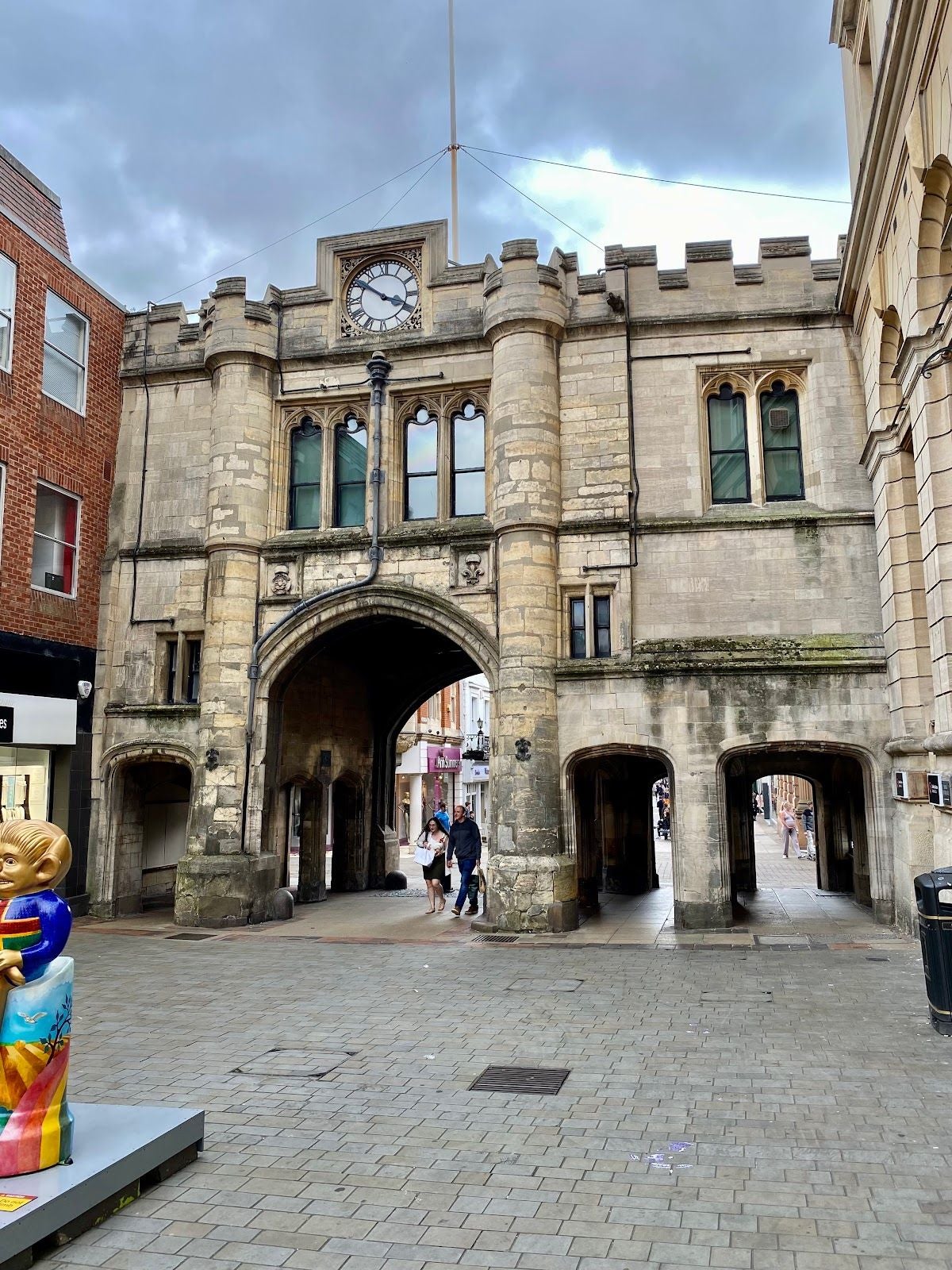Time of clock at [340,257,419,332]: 3:50
